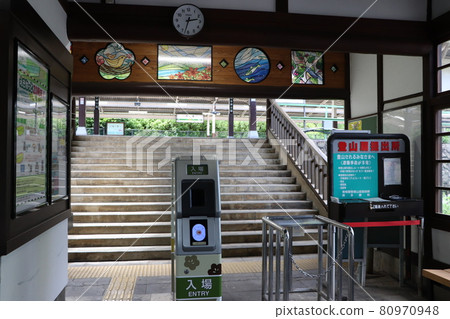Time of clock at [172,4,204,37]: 2:32
